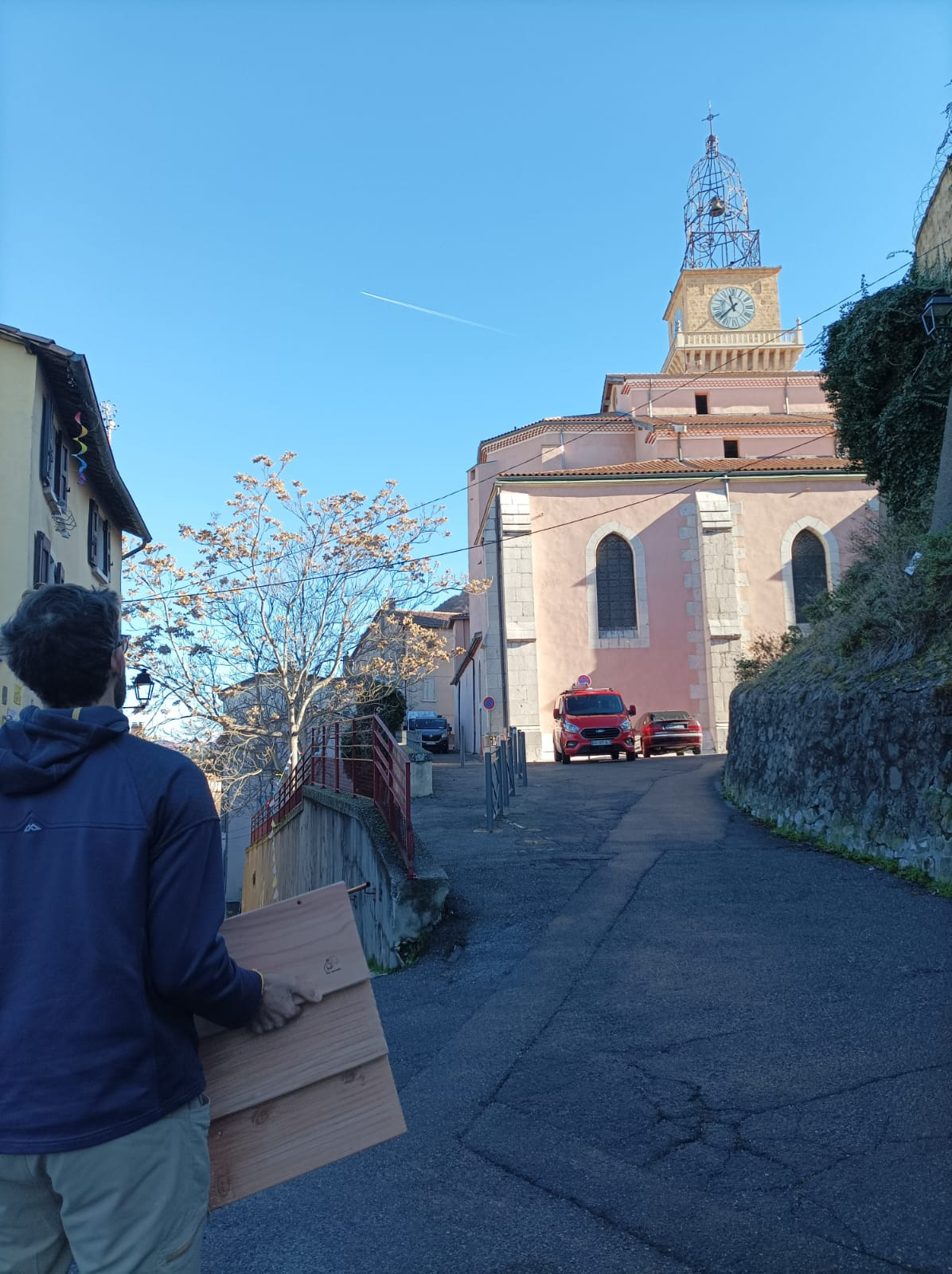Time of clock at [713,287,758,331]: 11:37
